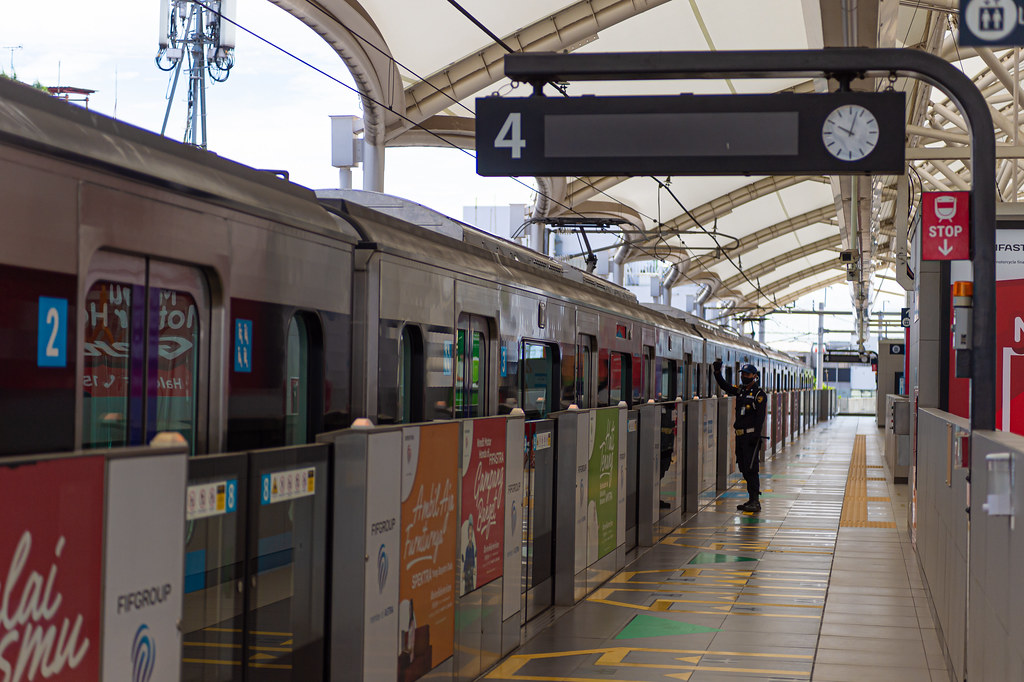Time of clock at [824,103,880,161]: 10:02
